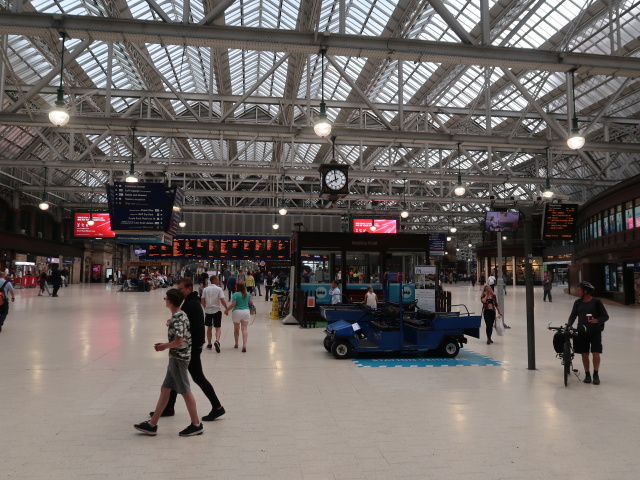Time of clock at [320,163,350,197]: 7:58
